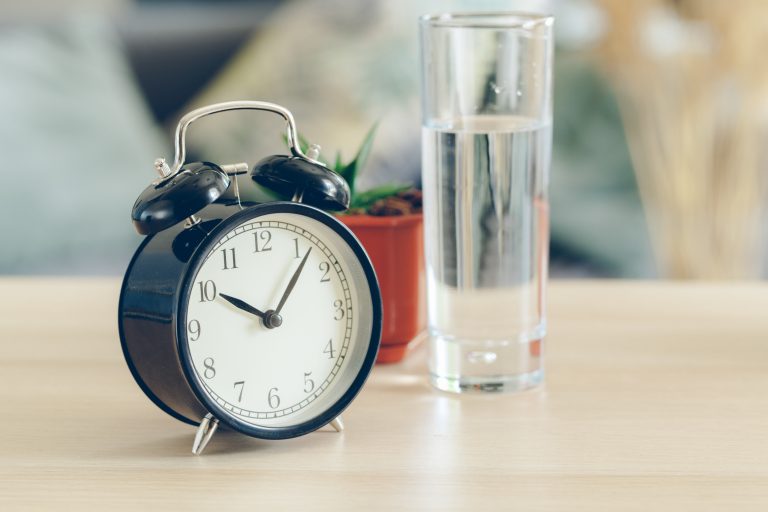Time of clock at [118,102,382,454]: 10:06
